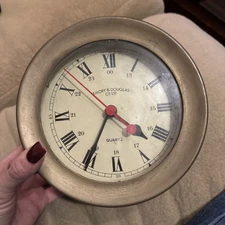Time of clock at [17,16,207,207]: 4:34
